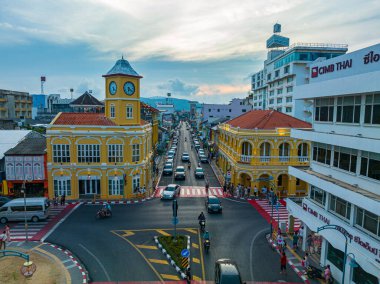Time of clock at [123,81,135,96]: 6:21
